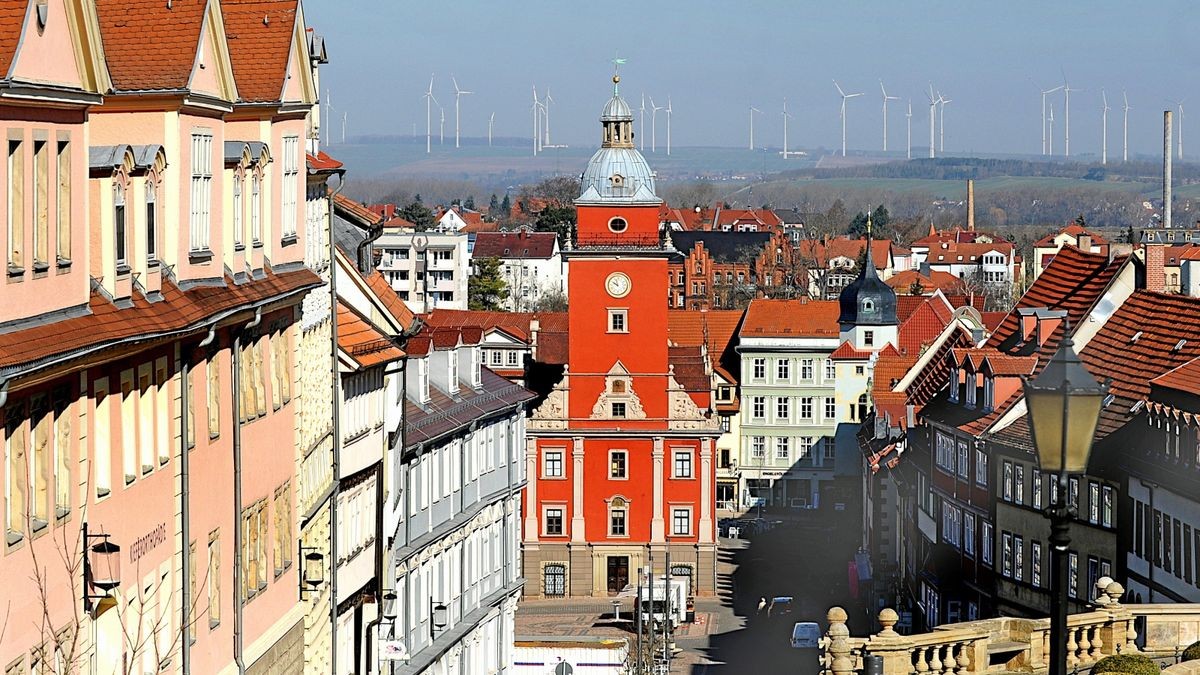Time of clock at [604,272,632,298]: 9:57
